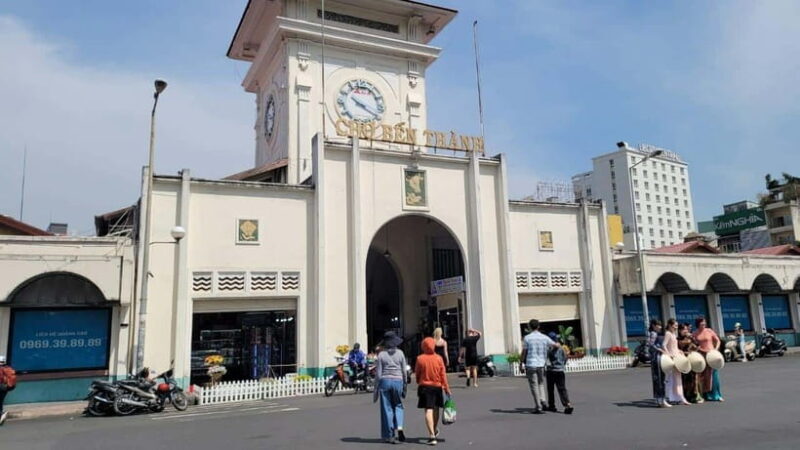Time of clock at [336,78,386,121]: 10:19
